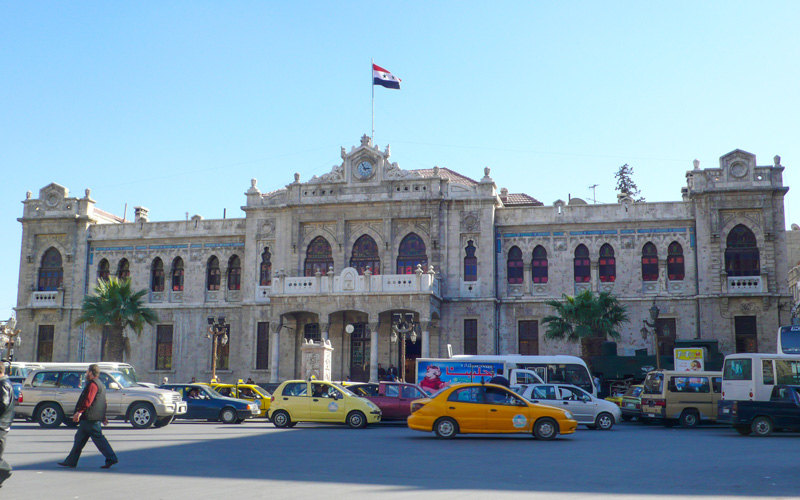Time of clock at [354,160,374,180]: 2:56
